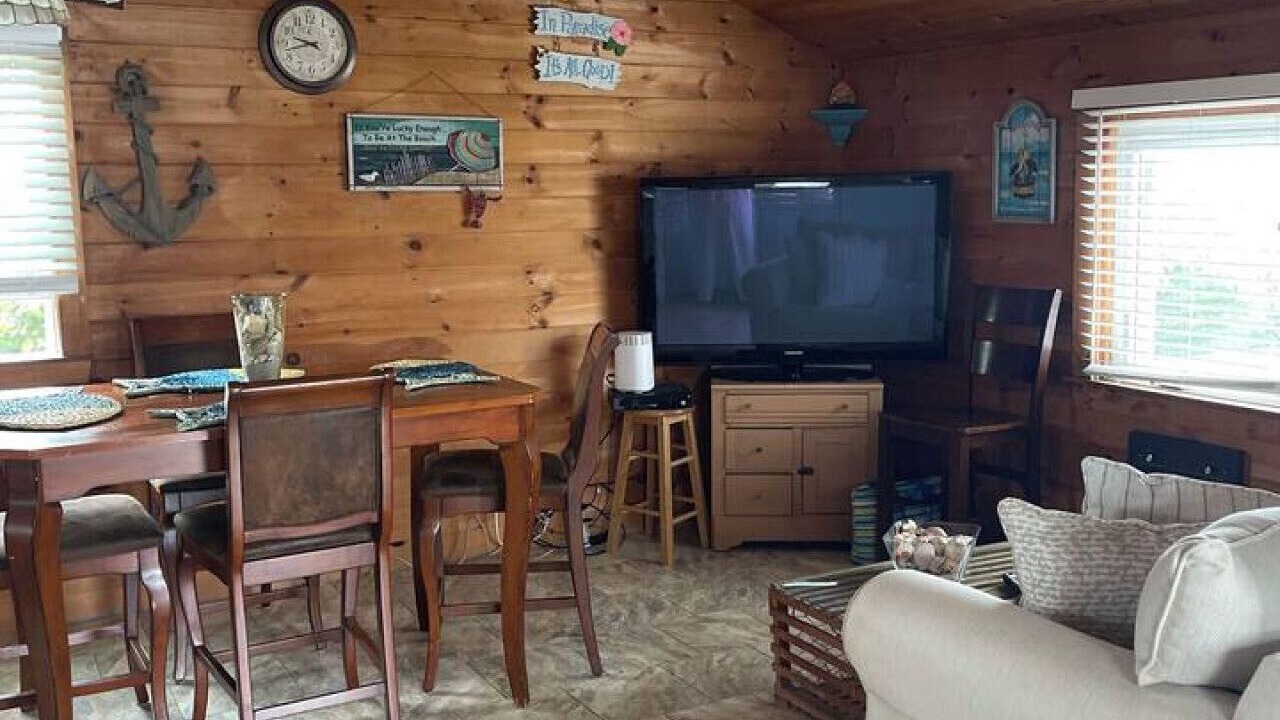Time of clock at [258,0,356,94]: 9:42
